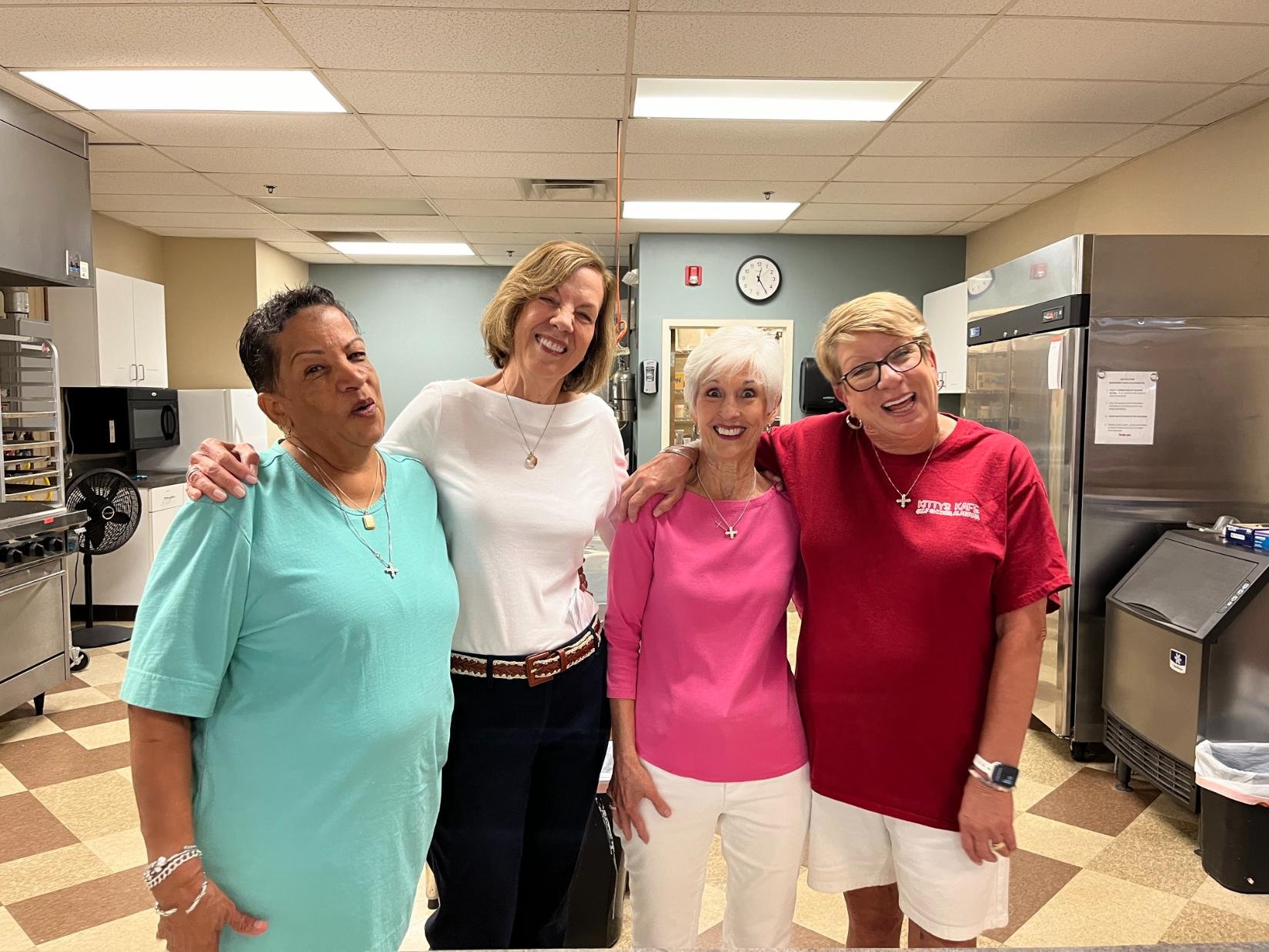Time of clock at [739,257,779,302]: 12:24
